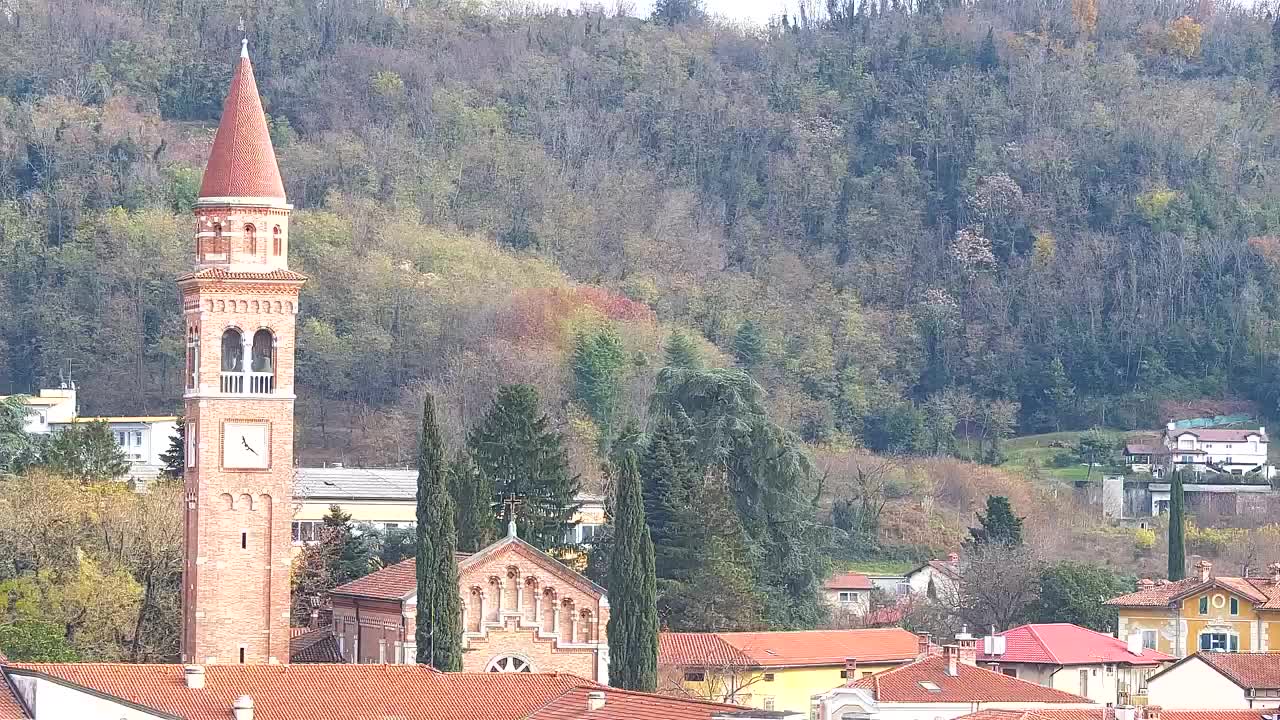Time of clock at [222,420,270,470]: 11:21
